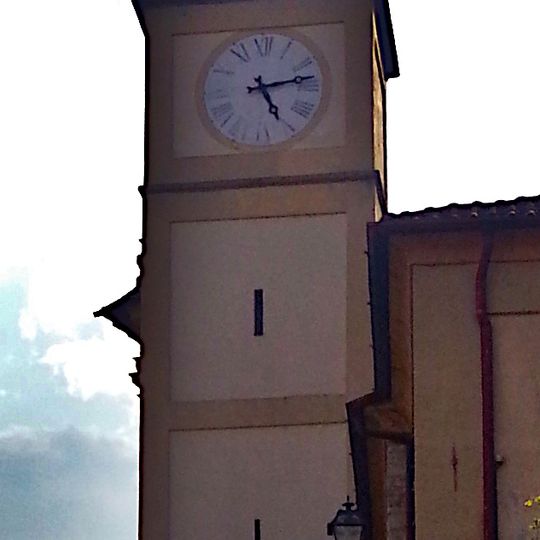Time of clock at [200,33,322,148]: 5:13
